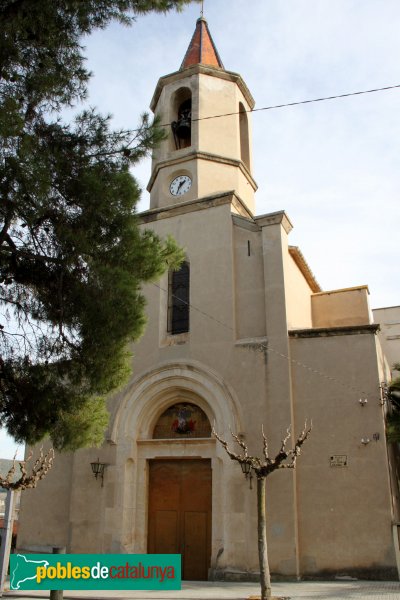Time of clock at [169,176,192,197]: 1:33
